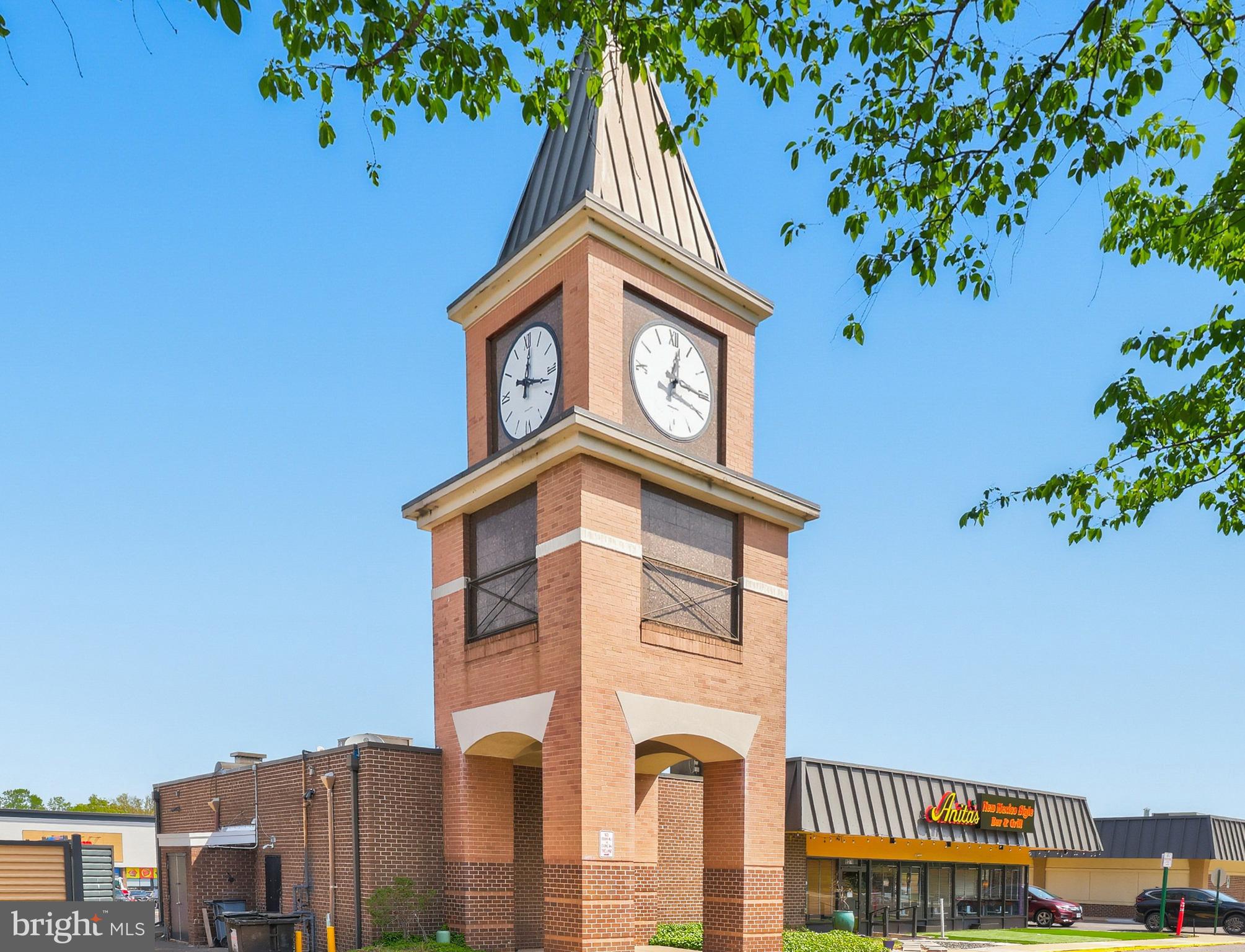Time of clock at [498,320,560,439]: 12:17
